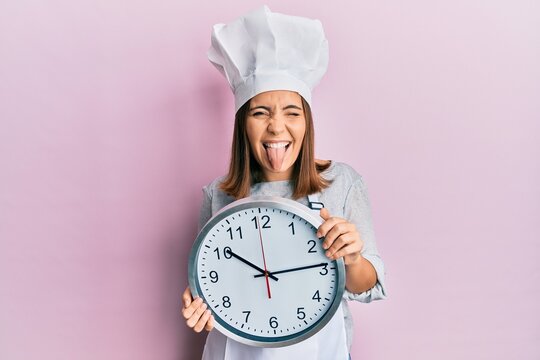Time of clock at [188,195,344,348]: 10:13
